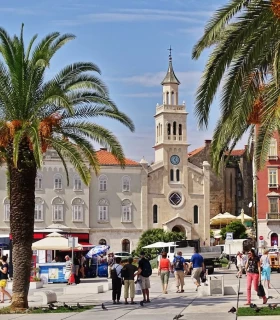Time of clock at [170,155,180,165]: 12:23
